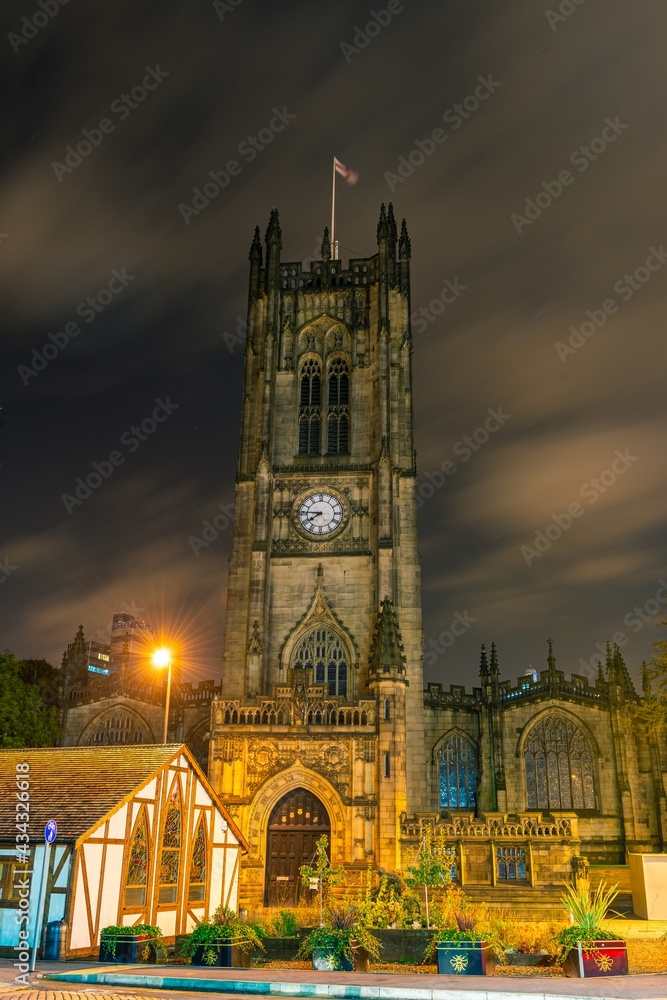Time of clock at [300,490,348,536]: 7:45
